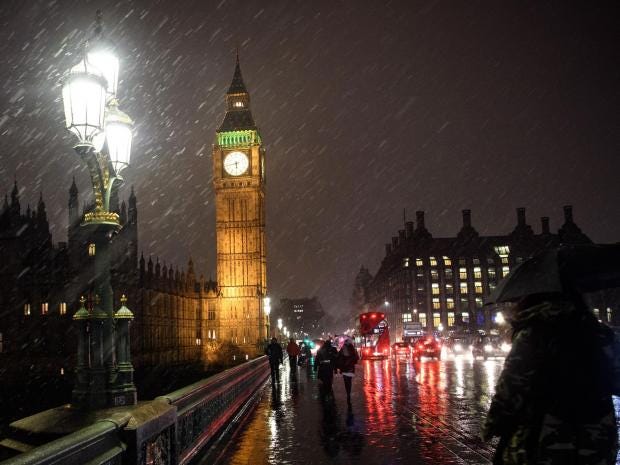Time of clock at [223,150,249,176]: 5:43
